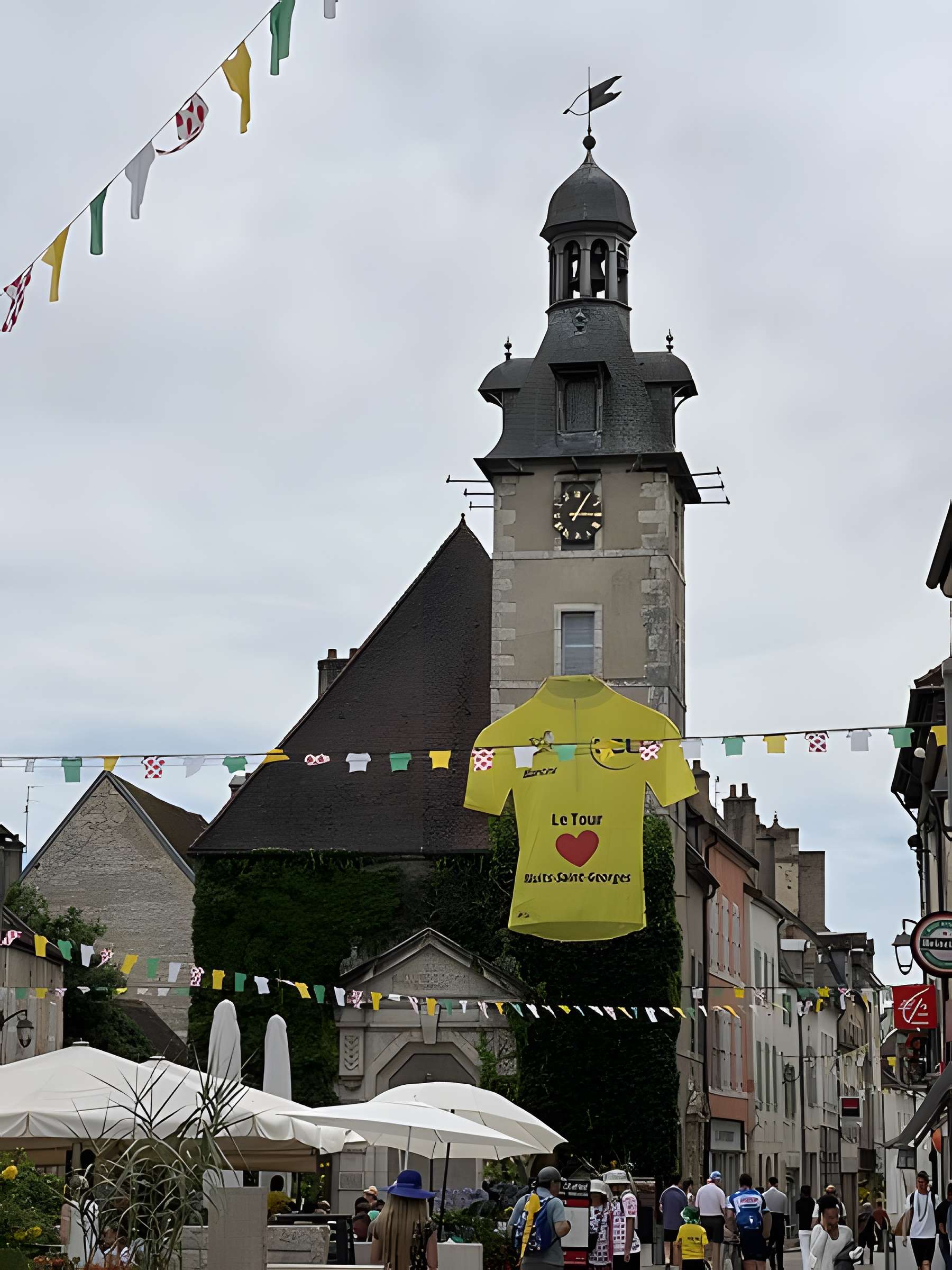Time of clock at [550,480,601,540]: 3:05
